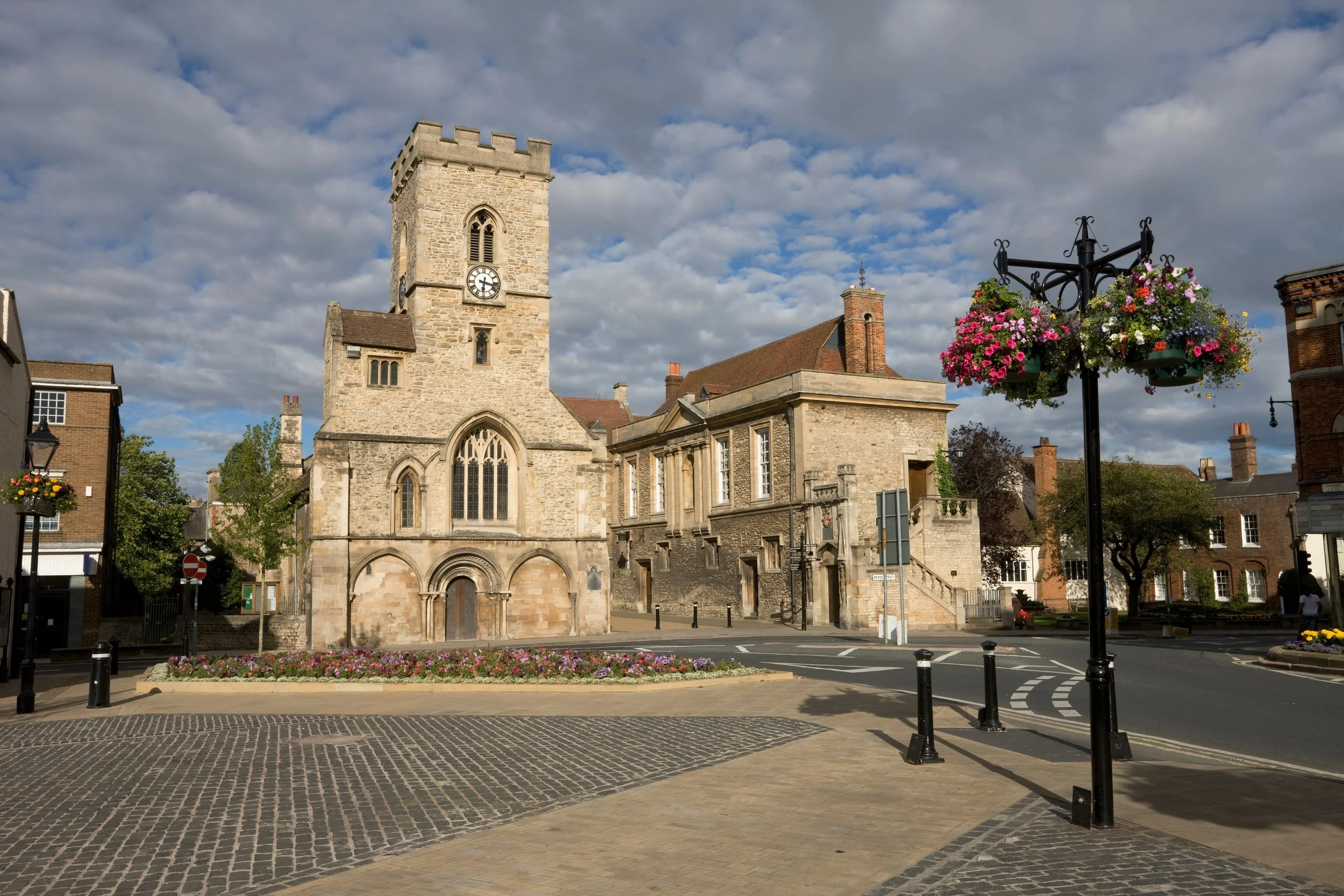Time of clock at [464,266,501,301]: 6:17
